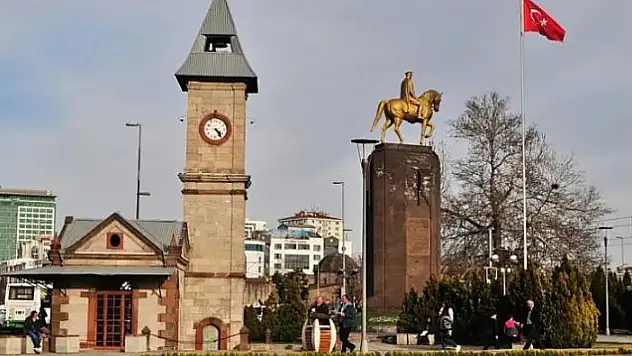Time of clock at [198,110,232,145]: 4:23
